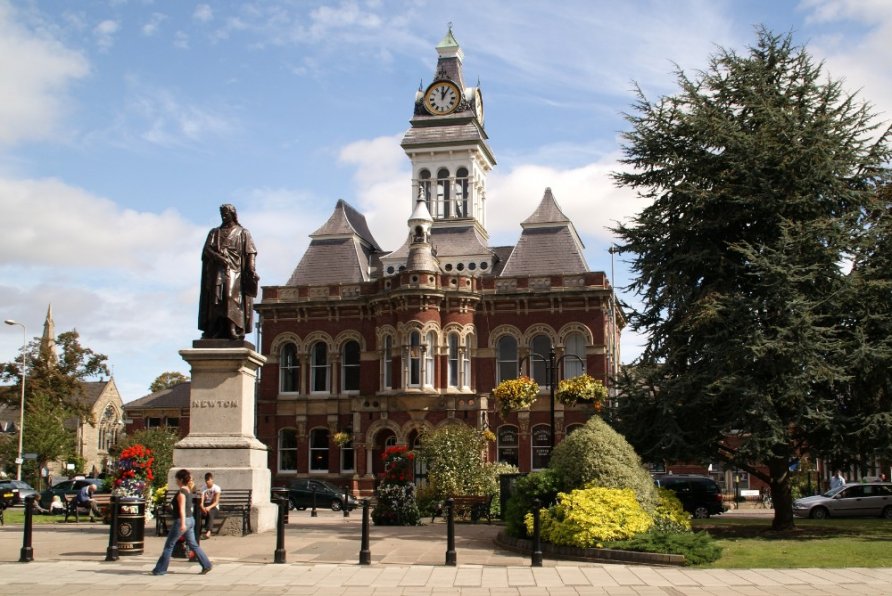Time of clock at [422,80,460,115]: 12:05
